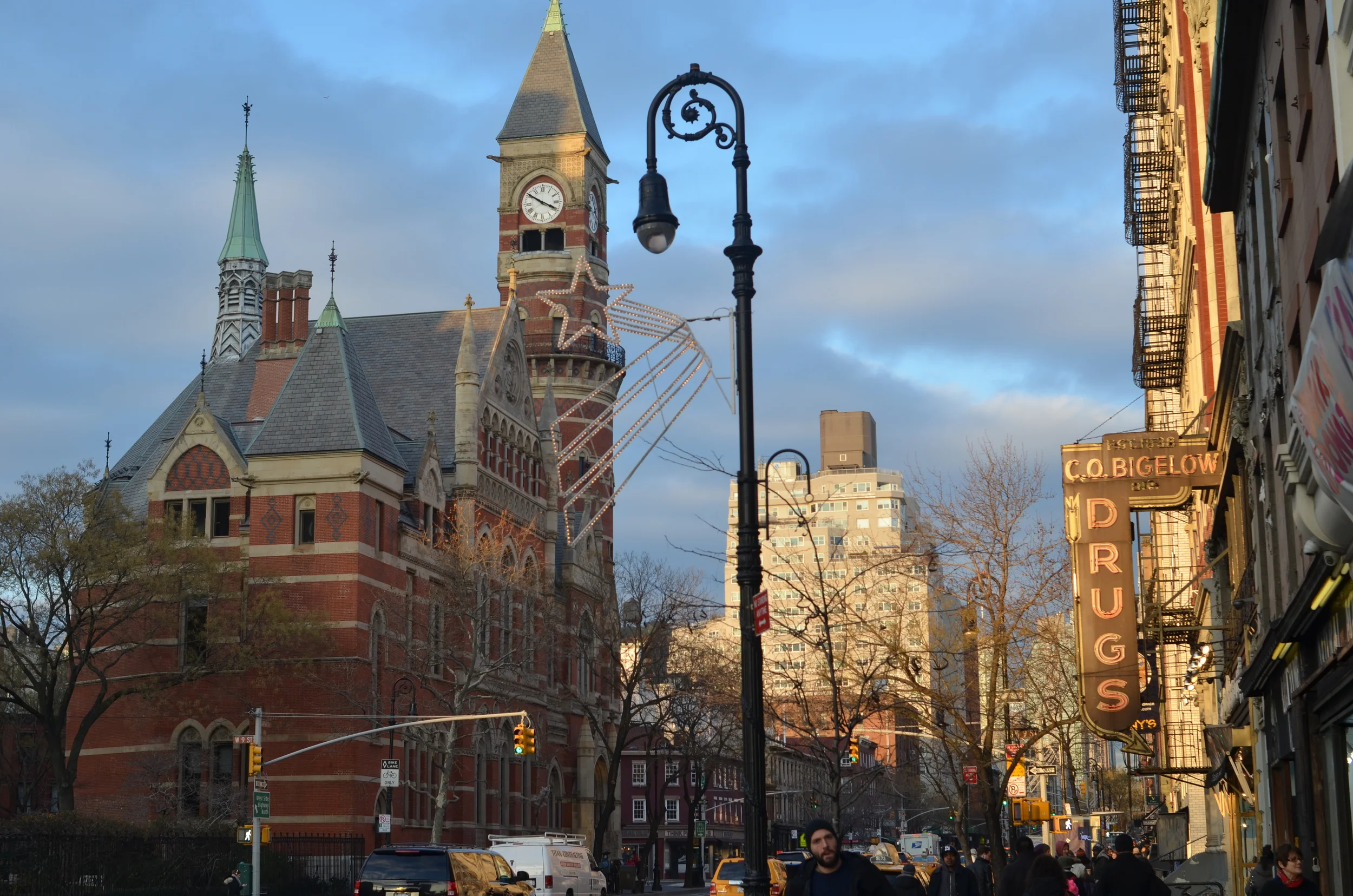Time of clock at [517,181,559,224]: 3:50
